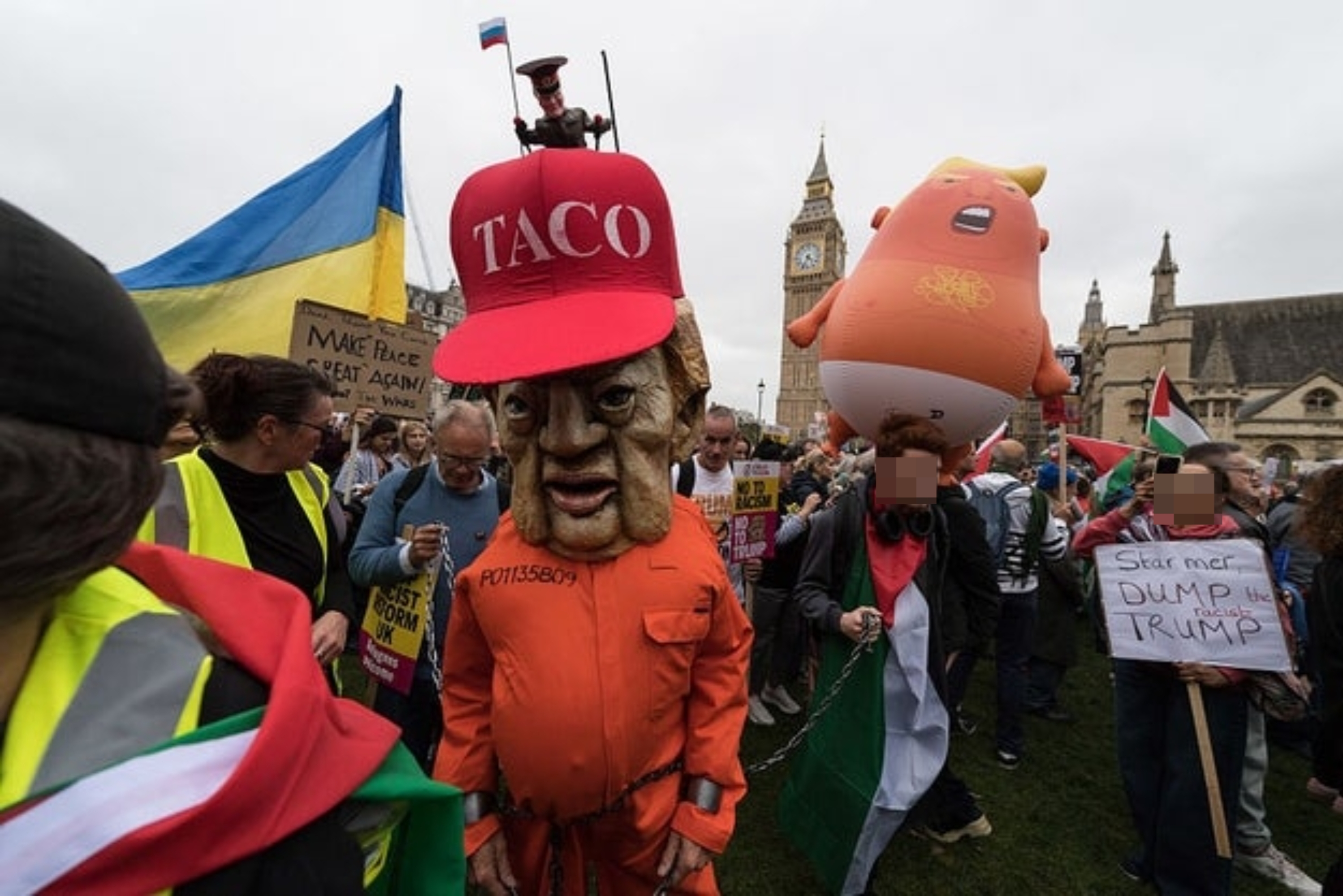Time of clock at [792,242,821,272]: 4:34
